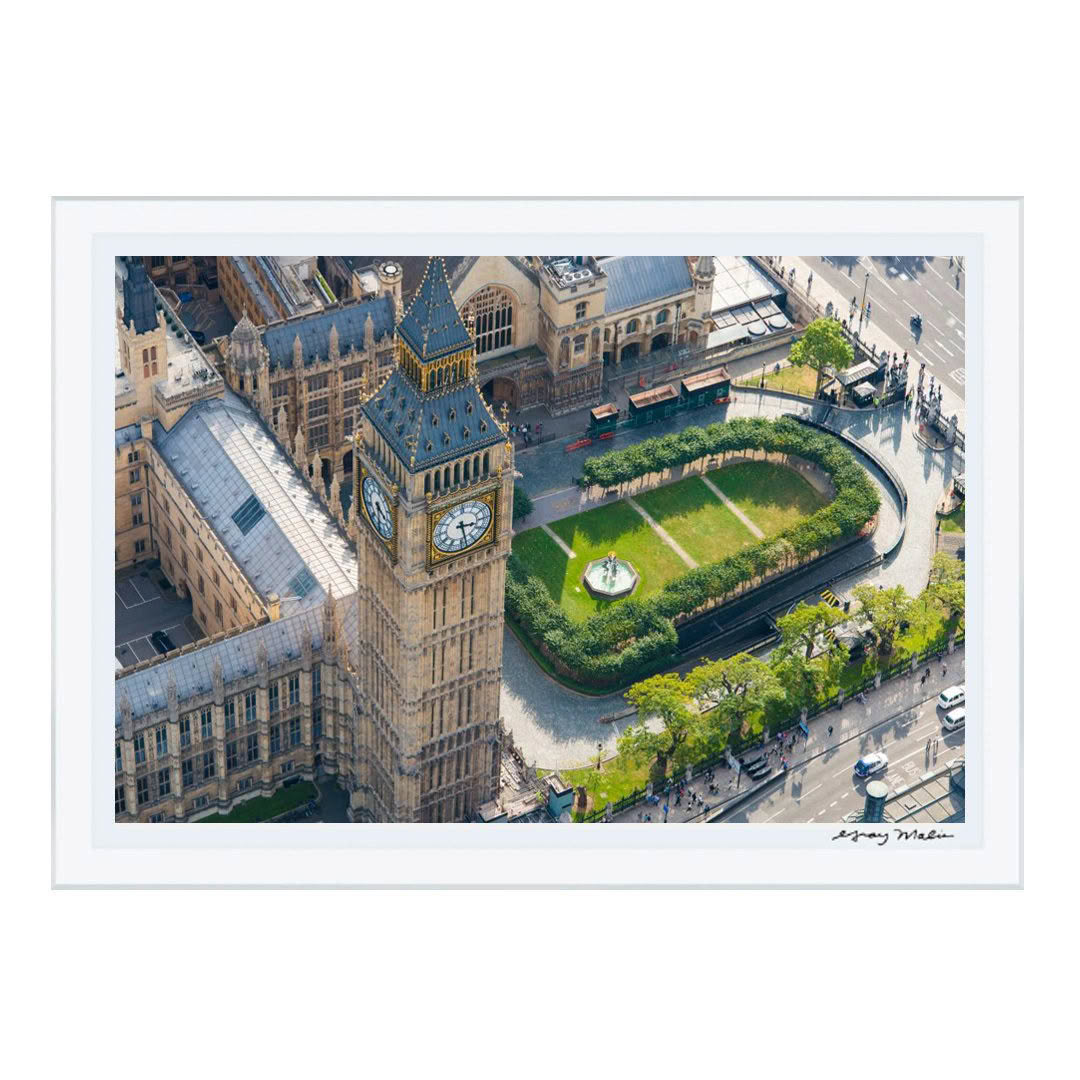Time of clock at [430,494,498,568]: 3:28
